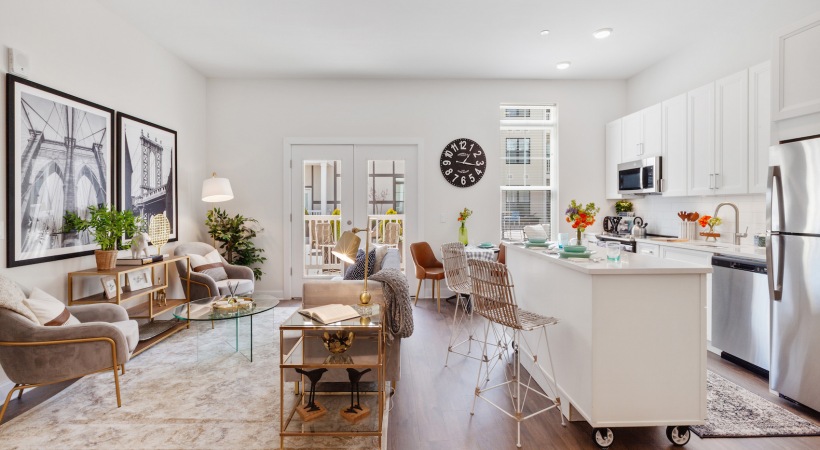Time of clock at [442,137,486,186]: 1:16
